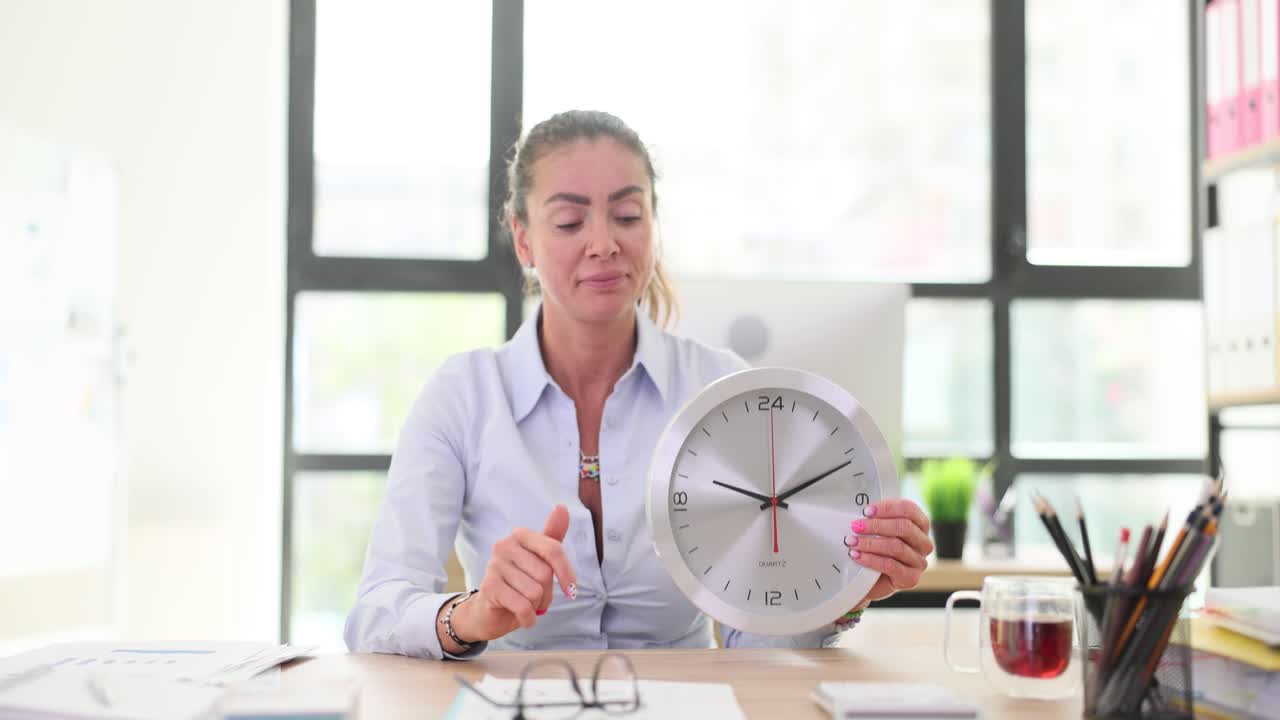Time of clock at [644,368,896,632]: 9:10
